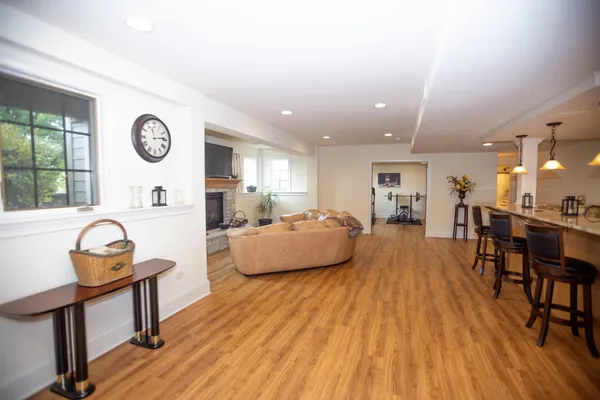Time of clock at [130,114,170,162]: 11:13
